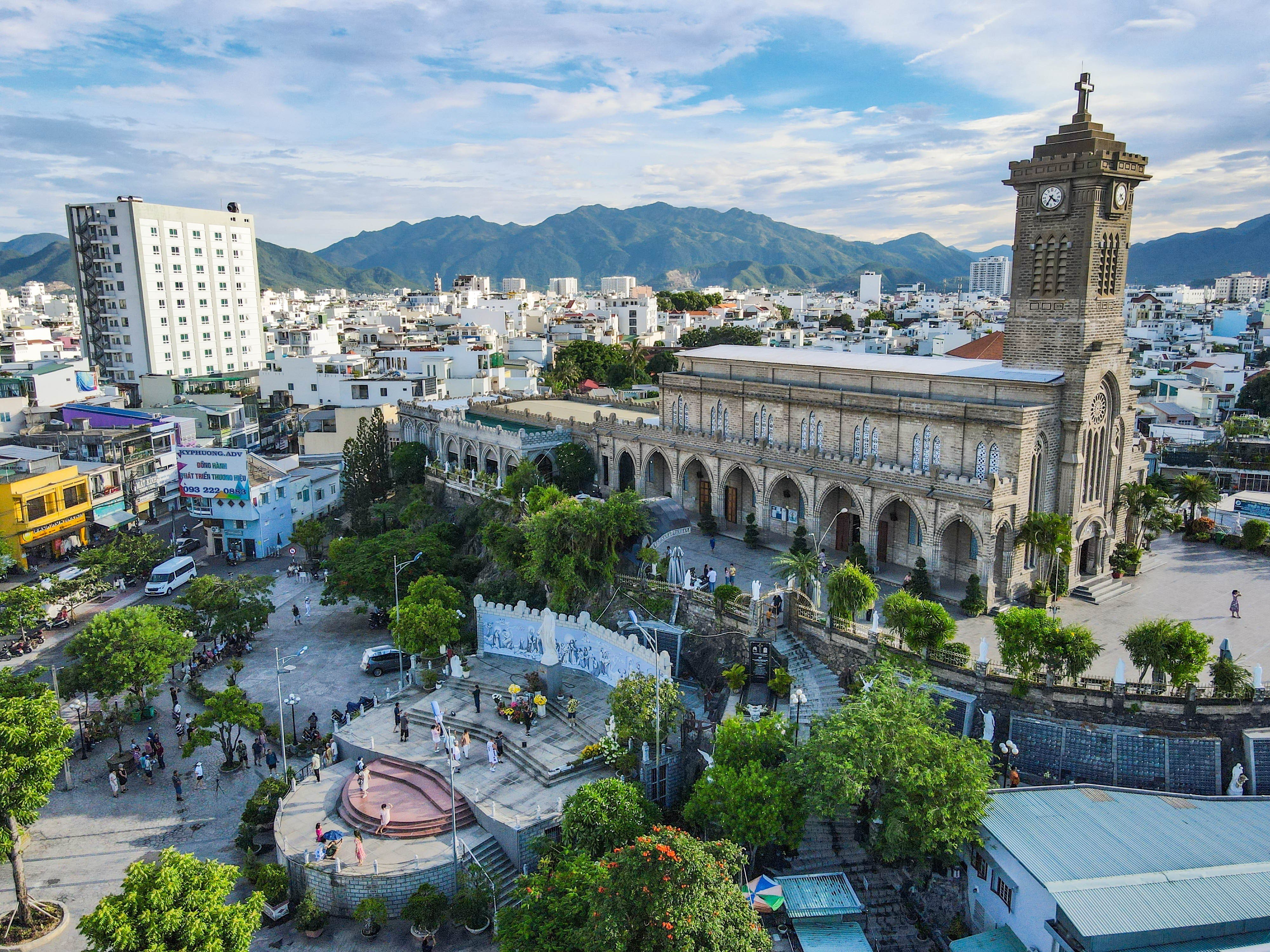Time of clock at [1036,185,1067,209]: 4:35
